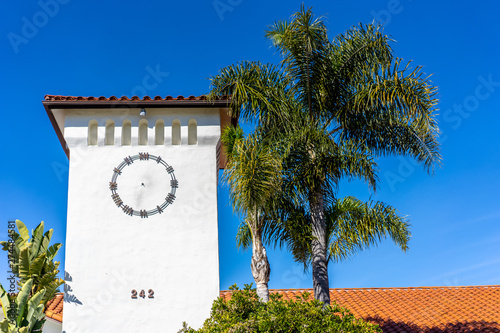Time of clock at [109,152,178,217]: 6:32
